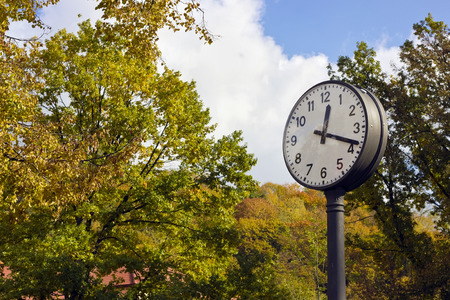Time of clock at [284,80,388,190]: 12:18
